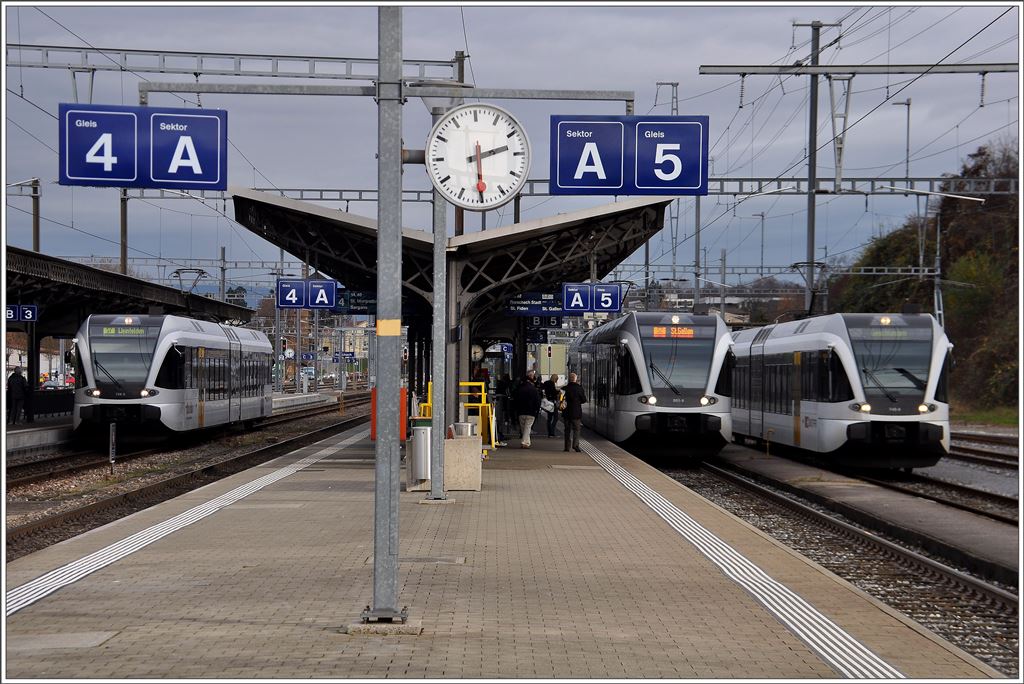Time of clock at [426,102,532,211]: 2:30
